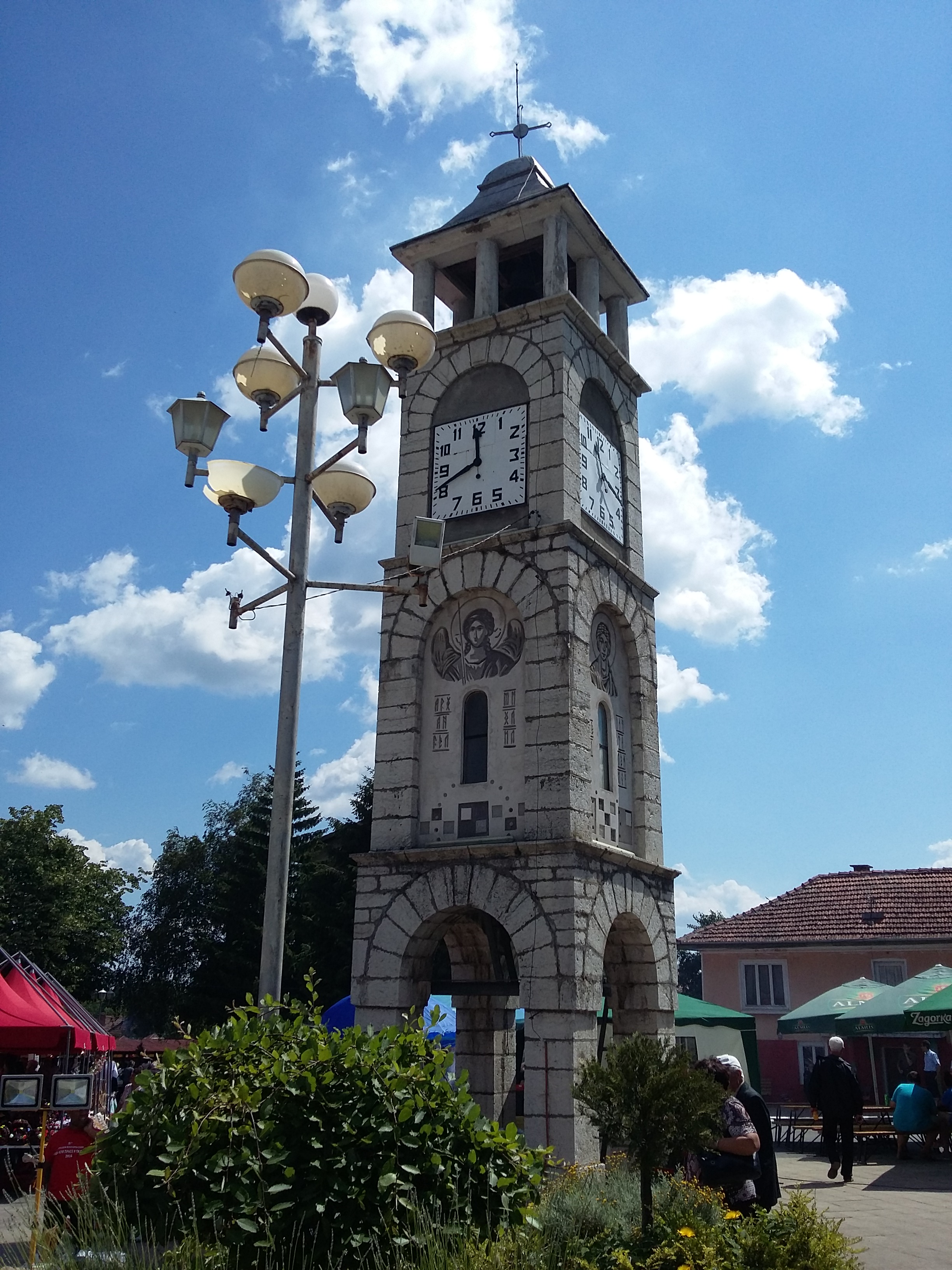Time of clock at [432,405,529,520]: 11:41
